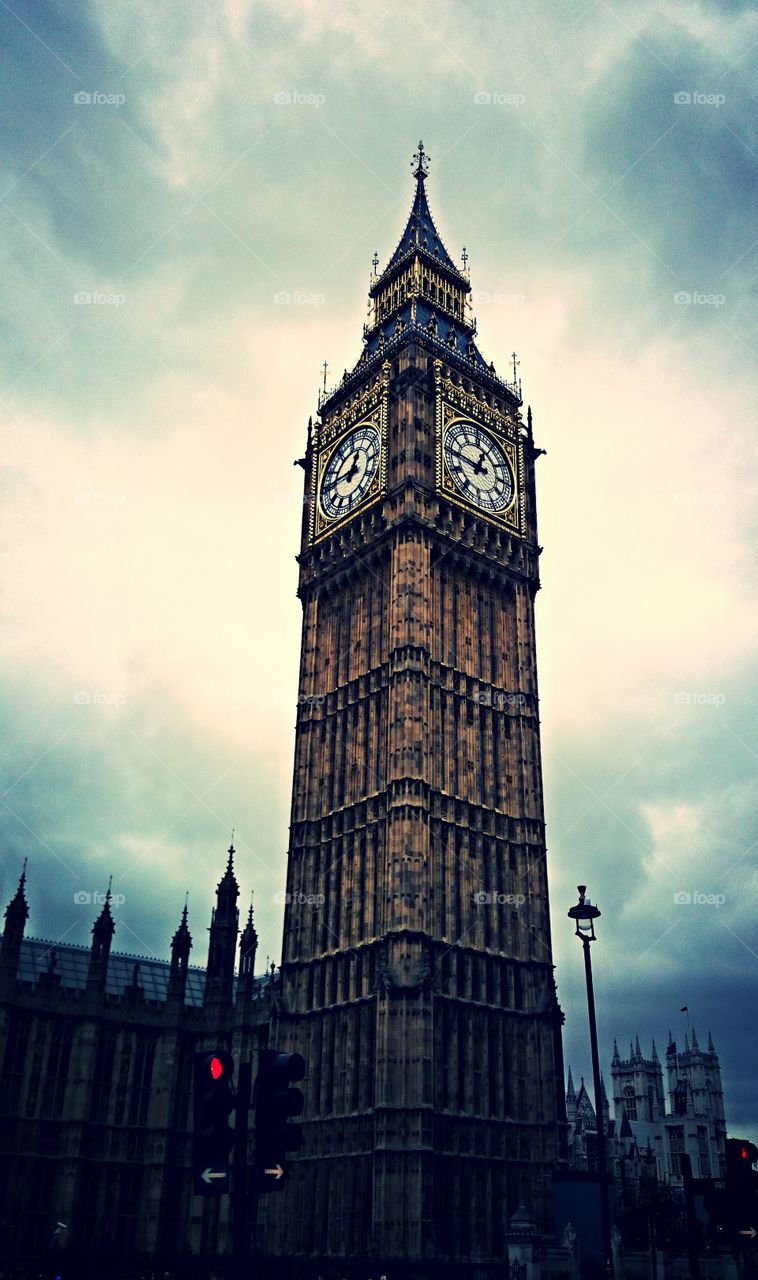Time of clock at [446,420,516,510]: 12:46
